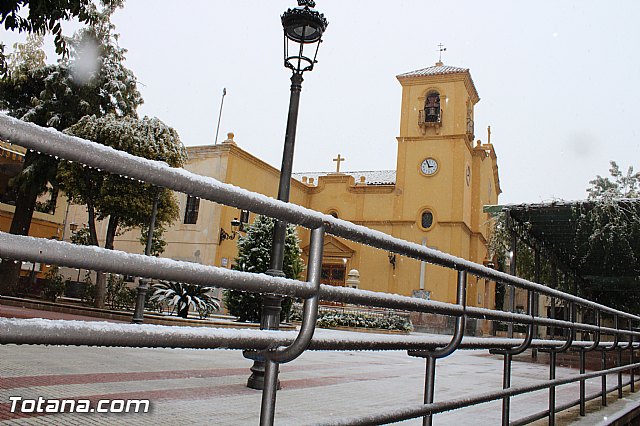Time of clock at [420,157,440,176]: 2:56
